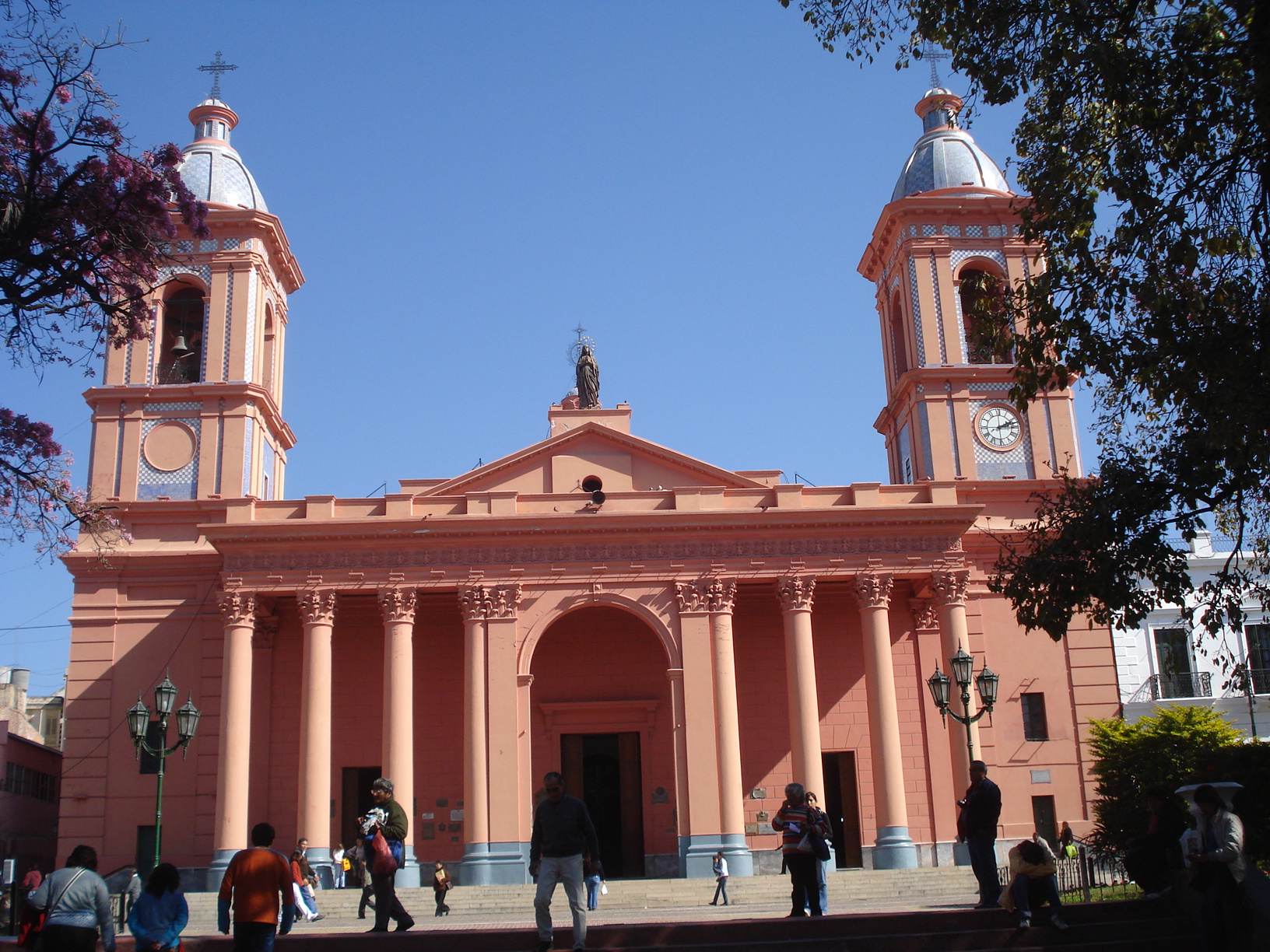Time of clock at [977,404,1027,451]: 2:12
